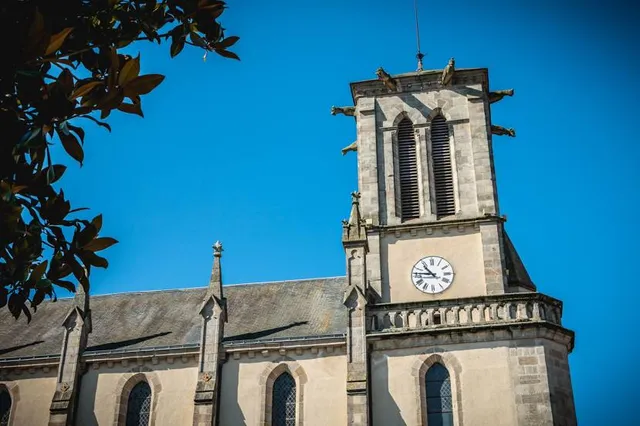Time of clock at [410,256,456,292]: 10:45
